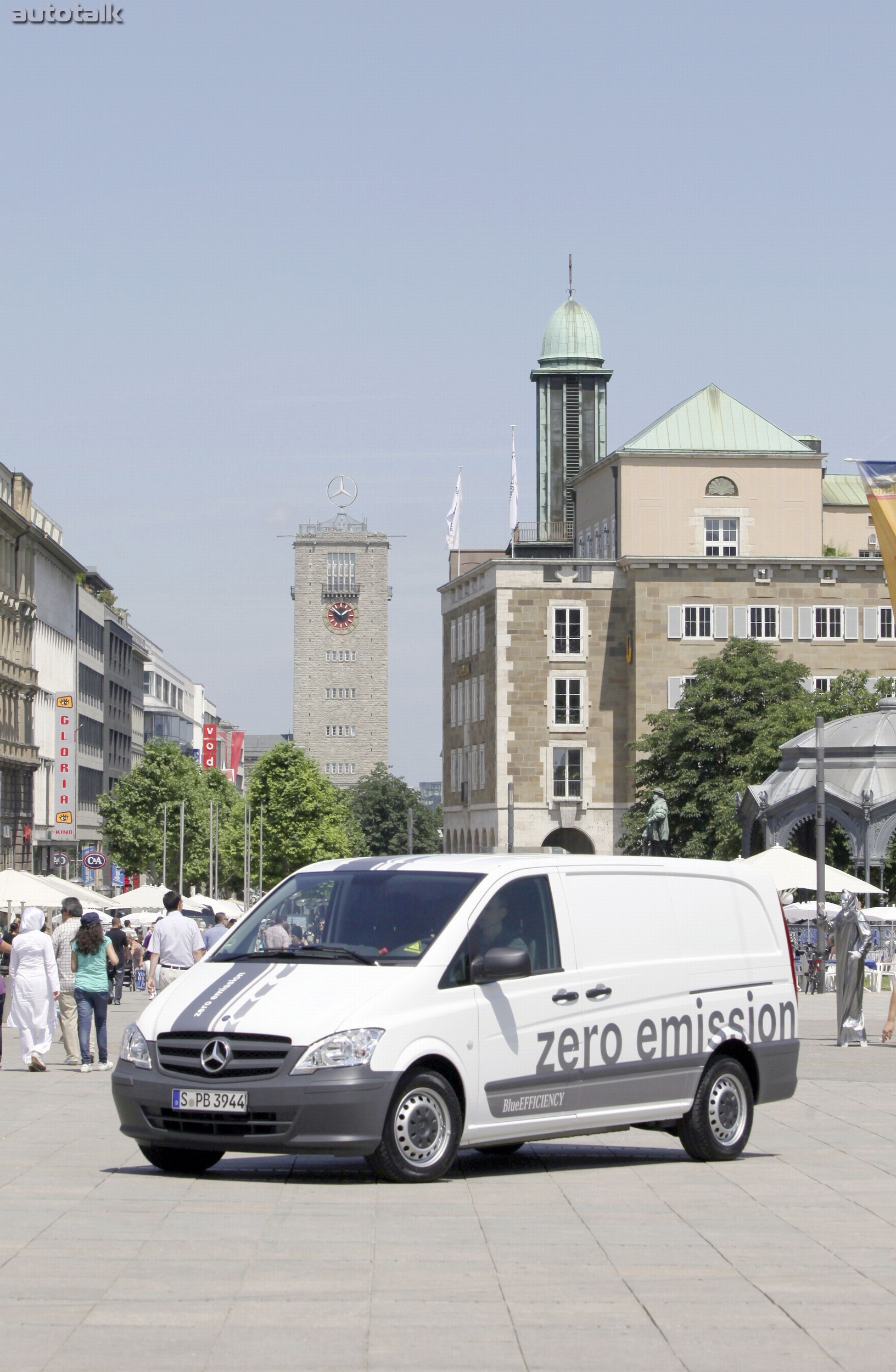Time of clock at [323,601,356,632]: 1:51
